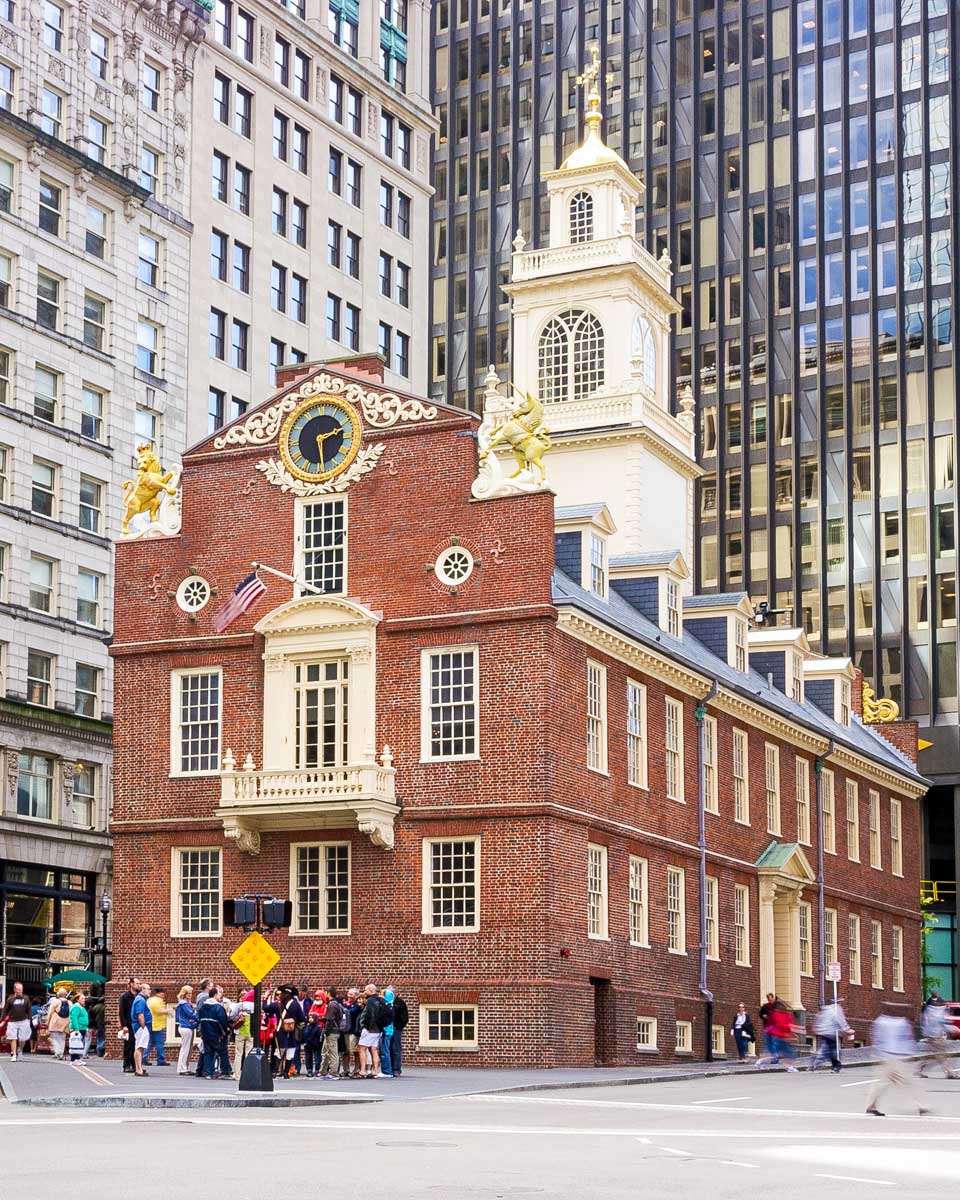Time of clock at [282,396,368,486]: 2:28
